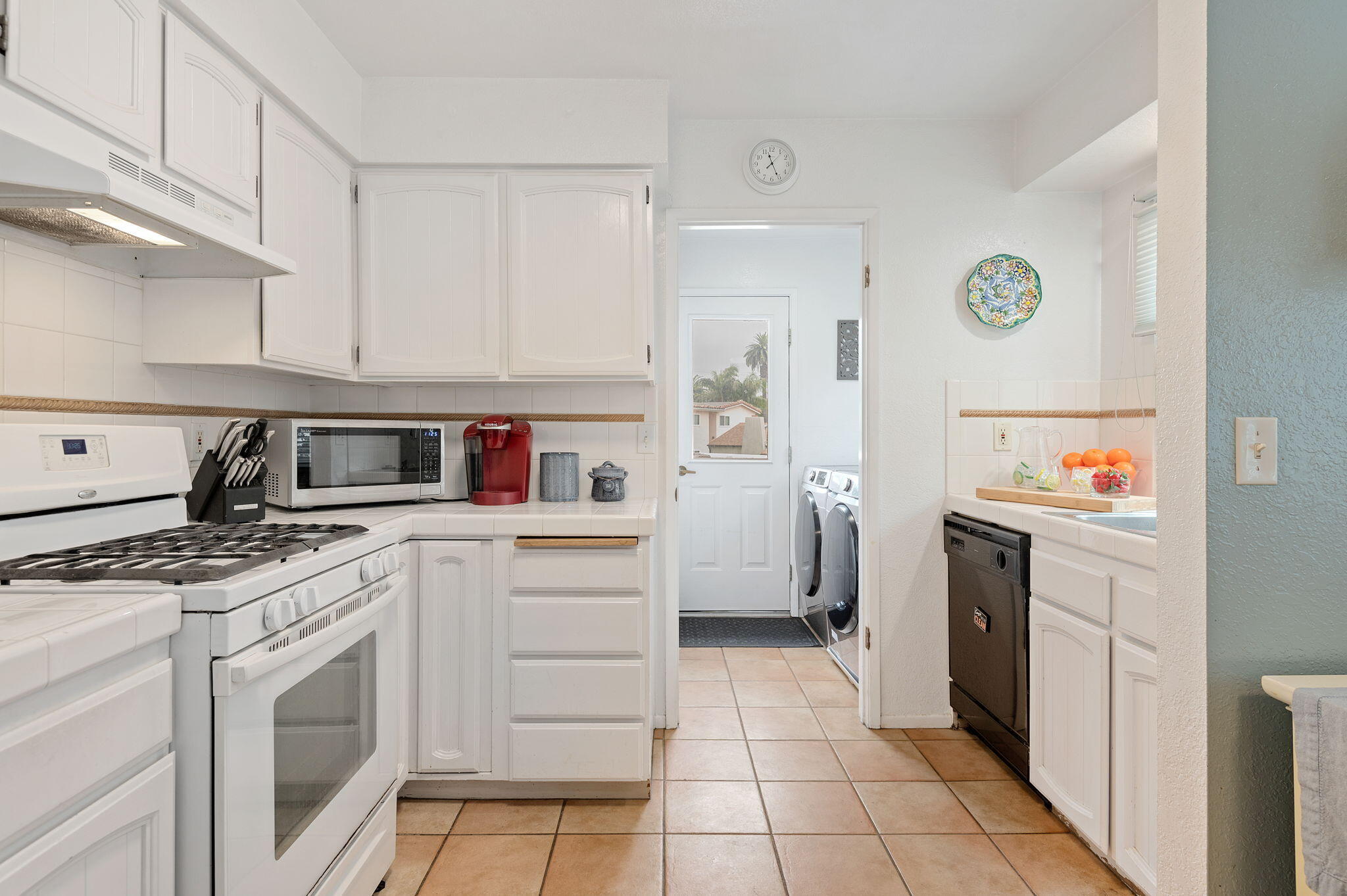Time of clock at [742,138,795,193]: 11:25
